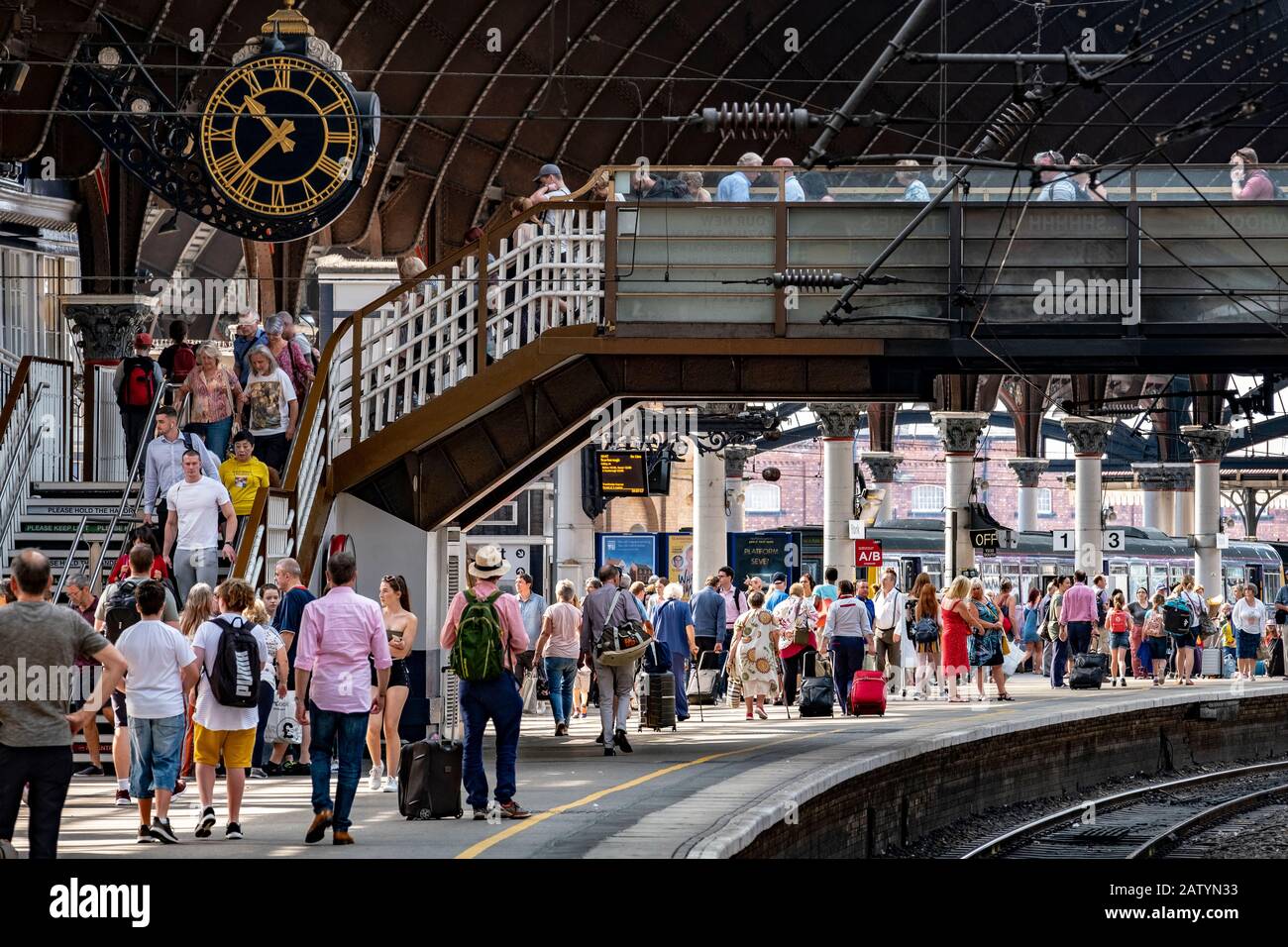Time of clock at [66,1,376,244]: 10:36
